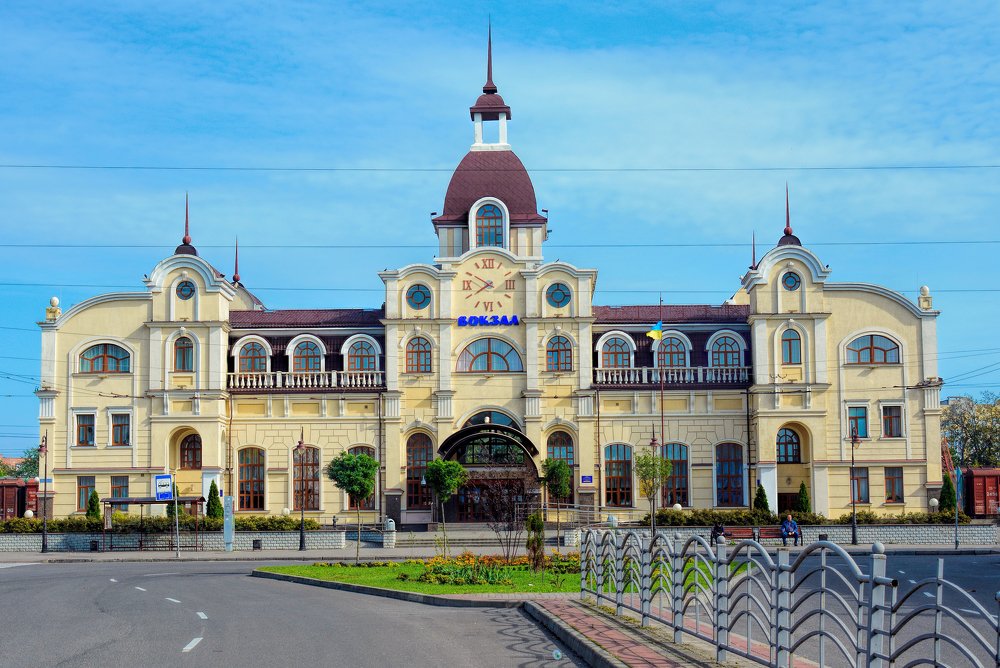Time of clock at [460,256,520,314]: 7:50
